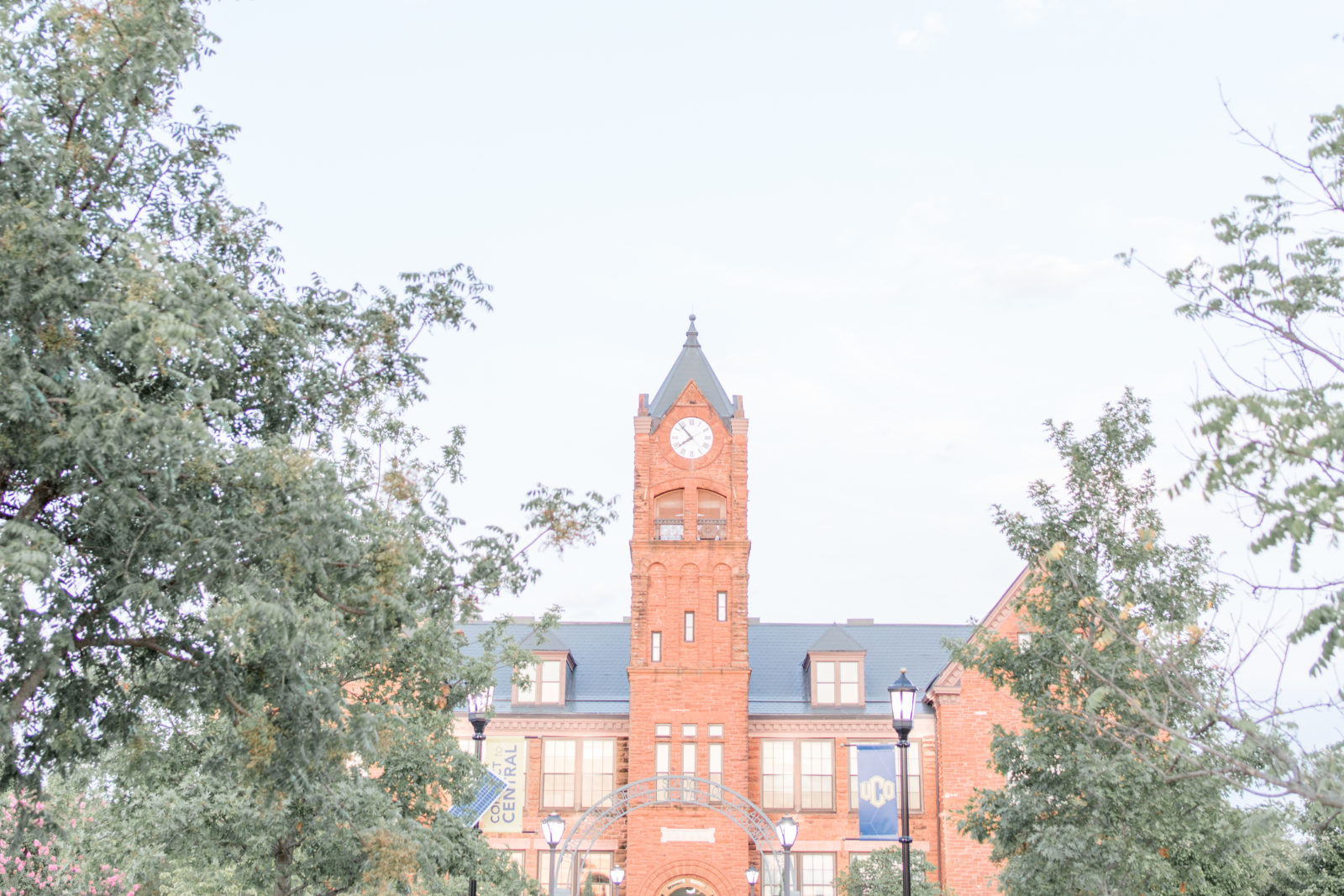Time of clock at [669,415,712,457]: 7:53
